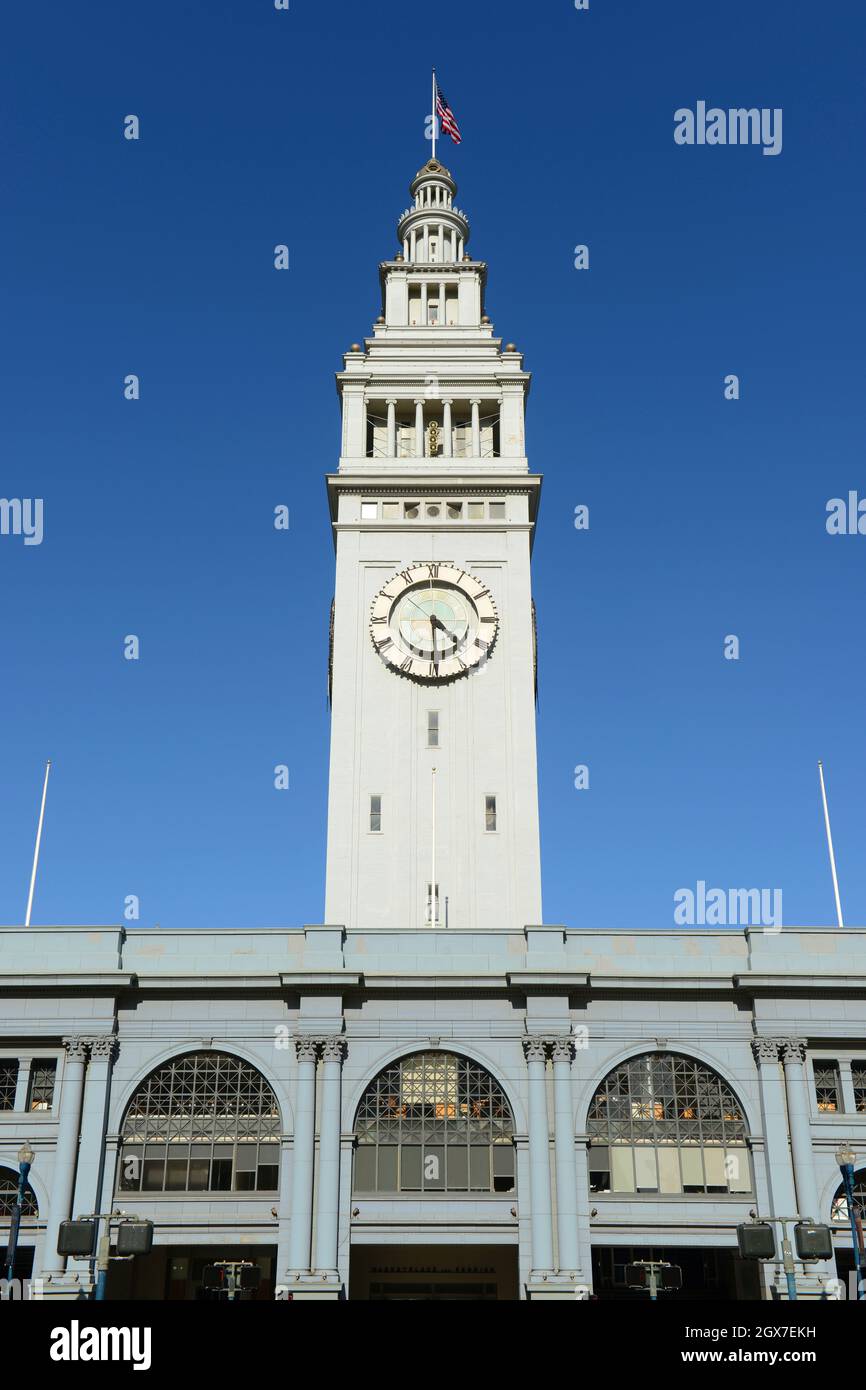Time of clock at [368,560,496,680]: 4:29
